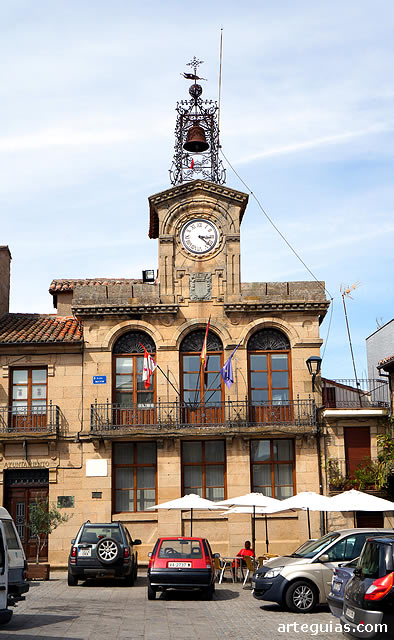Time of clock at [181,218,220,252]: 3:21
